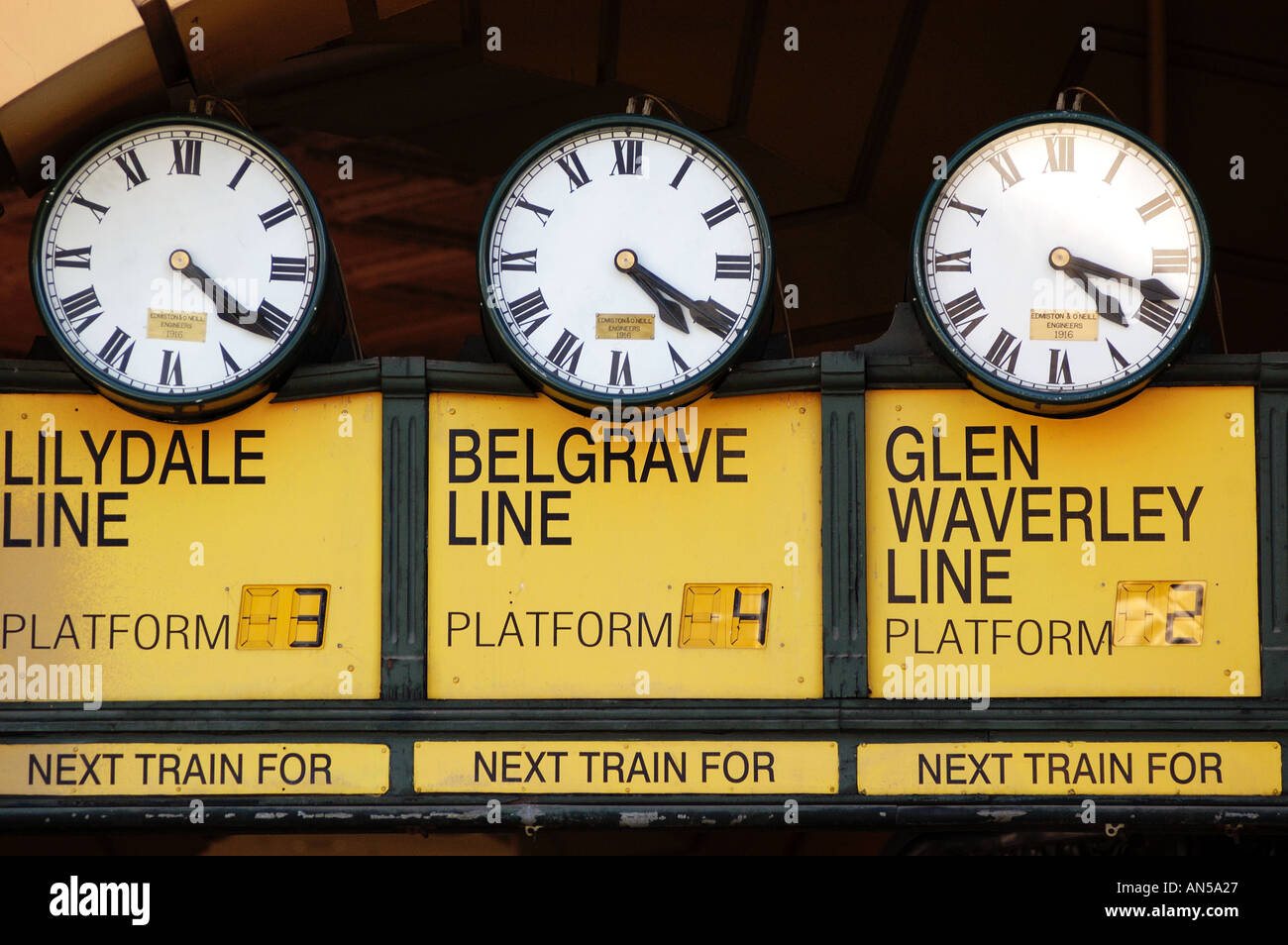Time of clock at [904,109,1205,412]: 4:17
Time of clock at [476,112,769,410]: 4:19
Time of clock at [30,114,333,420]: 4:20
